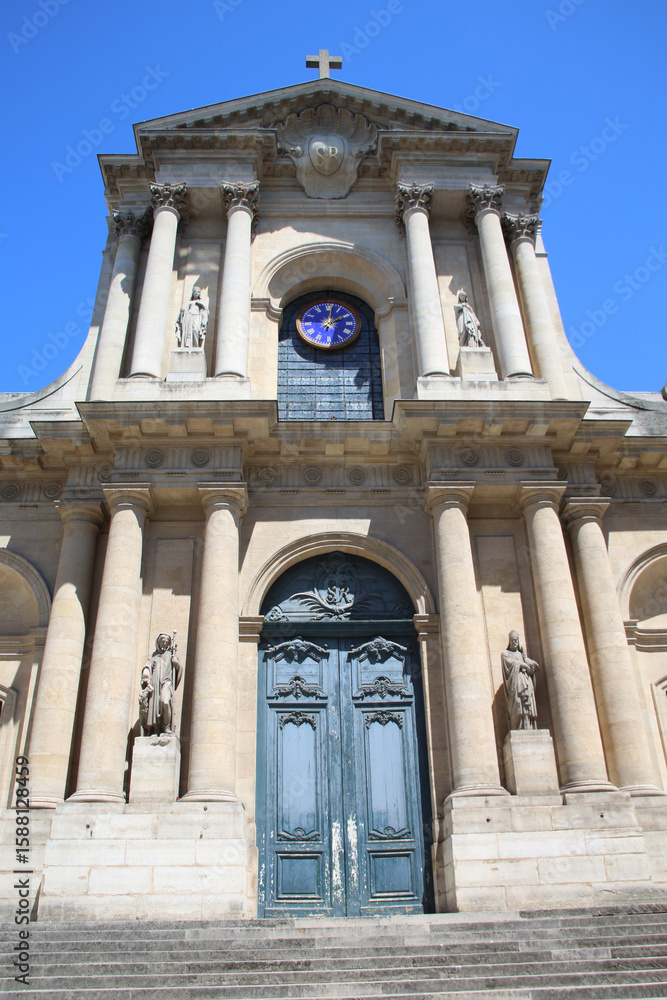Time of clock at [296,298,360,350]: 2:01
